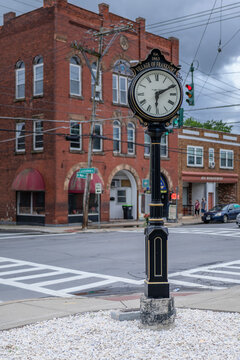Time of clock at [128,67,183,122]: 6:10
